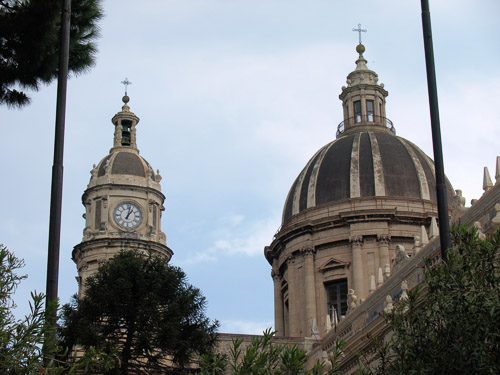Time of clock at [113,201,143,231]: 1:02
